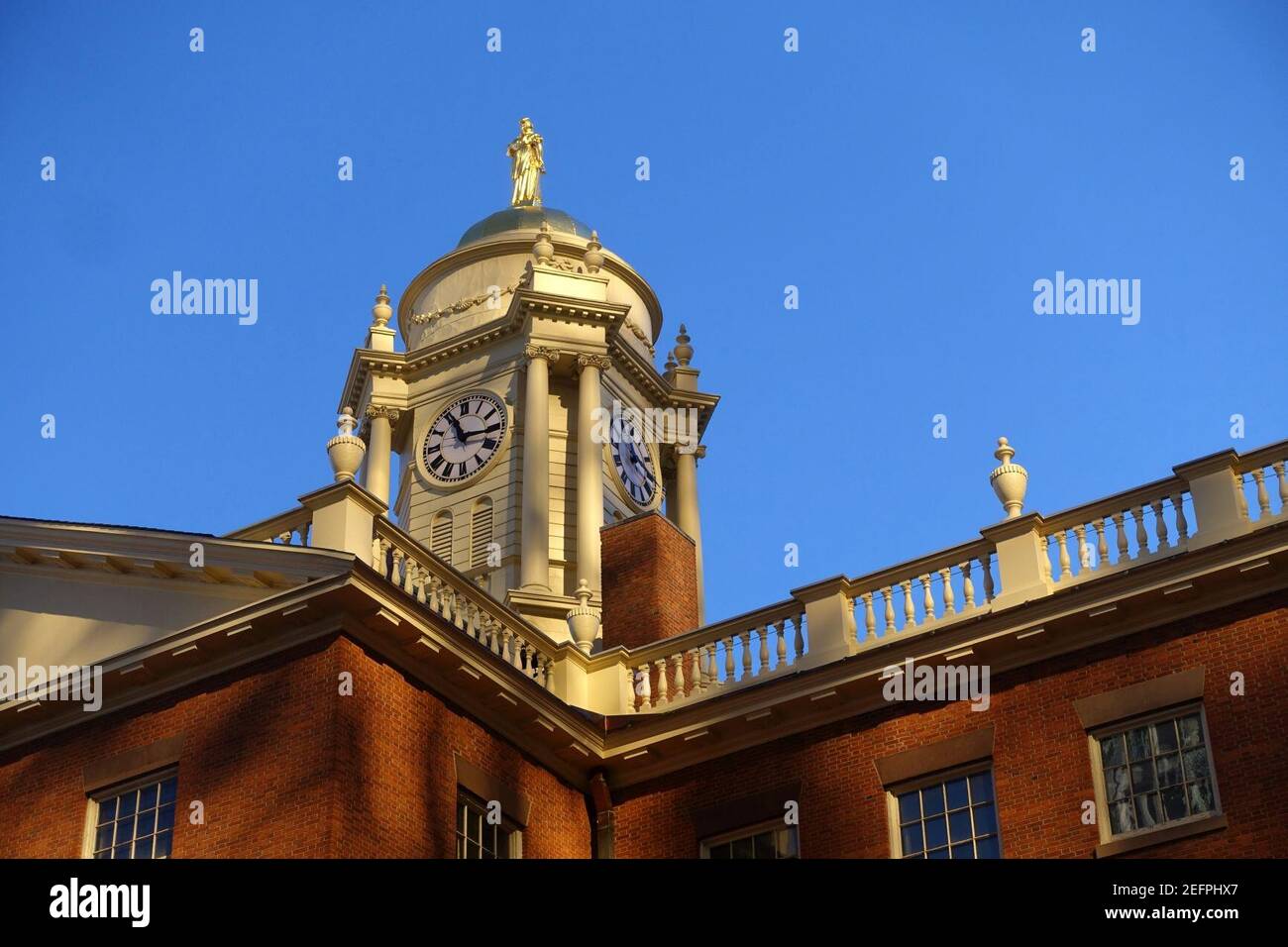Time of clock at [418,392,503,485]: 11:15
